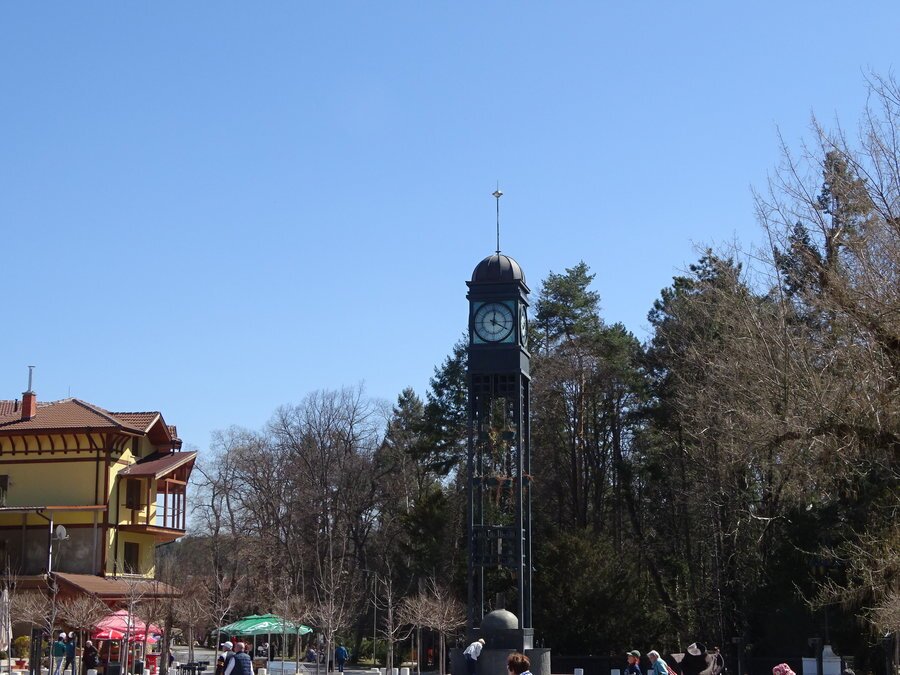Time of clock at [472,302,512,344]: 12:19
